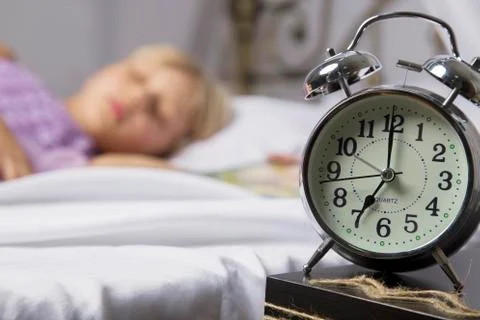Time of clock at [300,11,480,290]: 7:00
